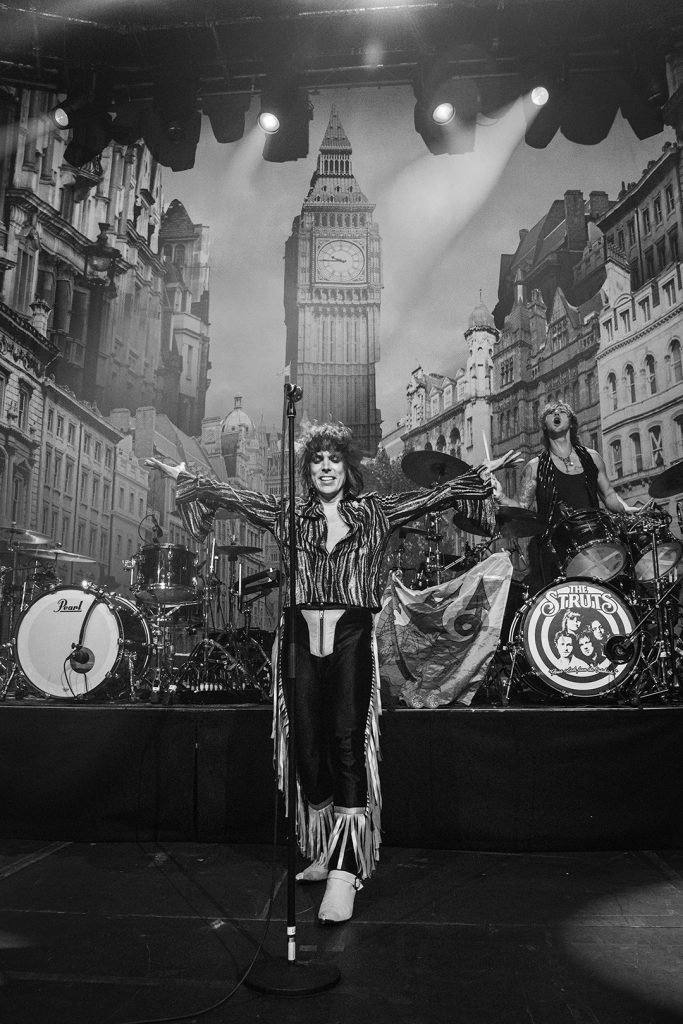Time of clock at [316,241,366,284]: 9:44
